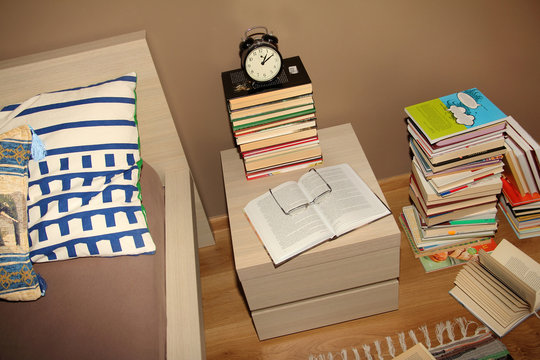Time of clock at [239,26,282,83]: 1:10
